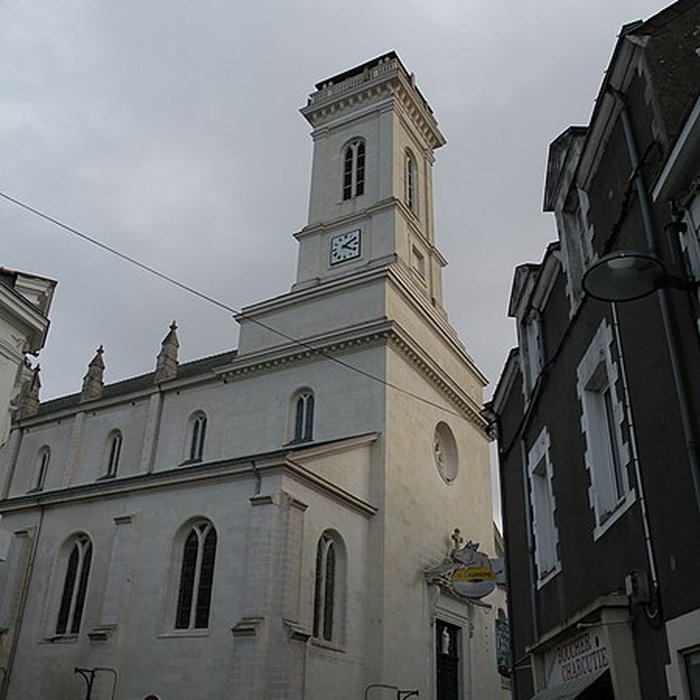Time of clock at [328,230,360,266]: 4:09
